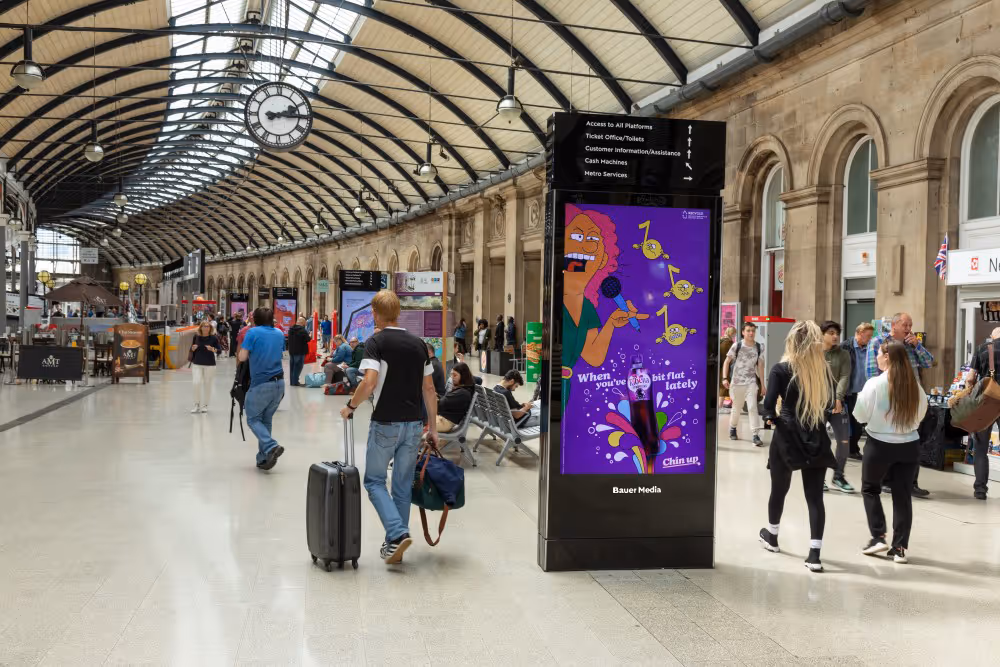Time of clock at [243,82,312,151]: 2:15
